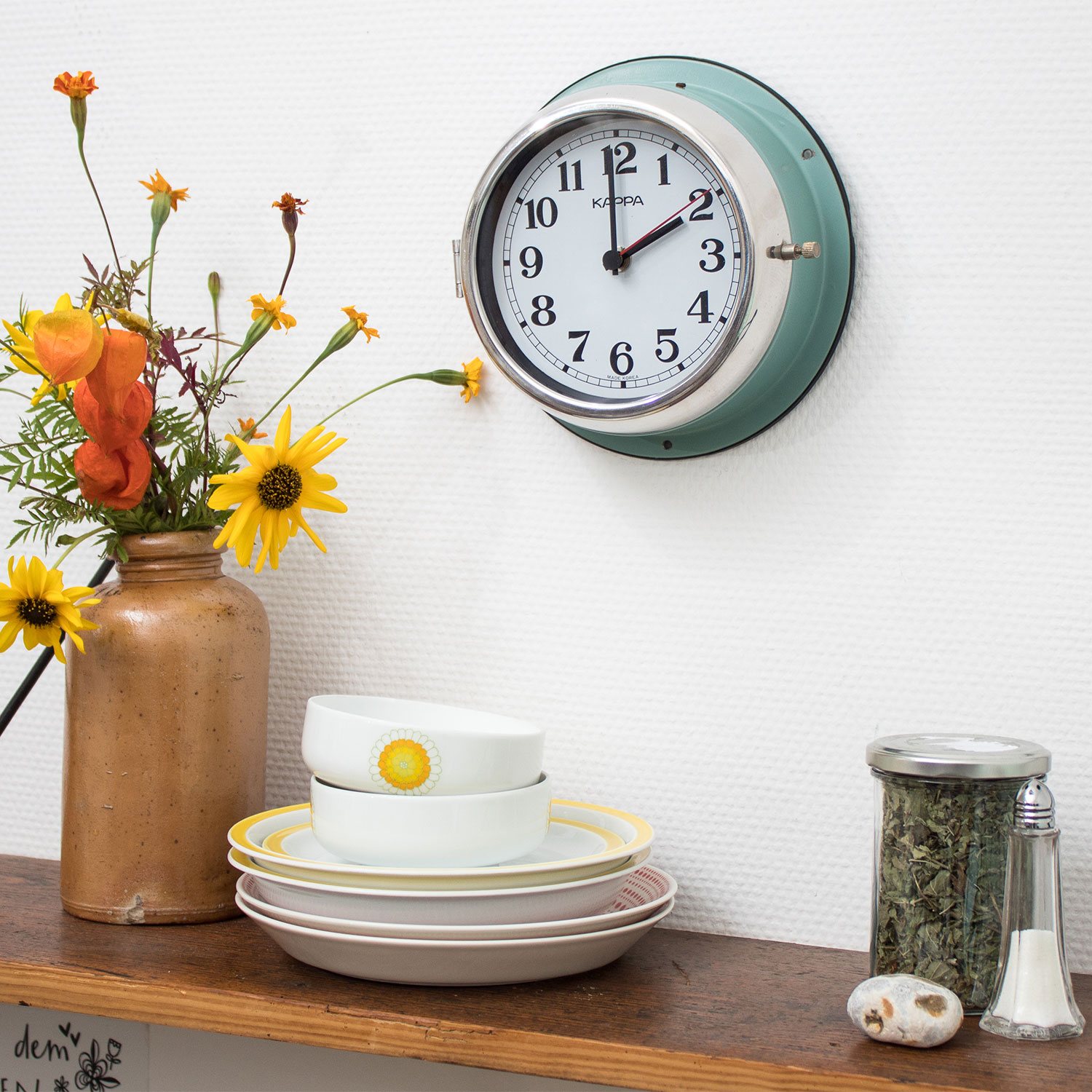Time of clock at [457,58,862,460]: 1:59
